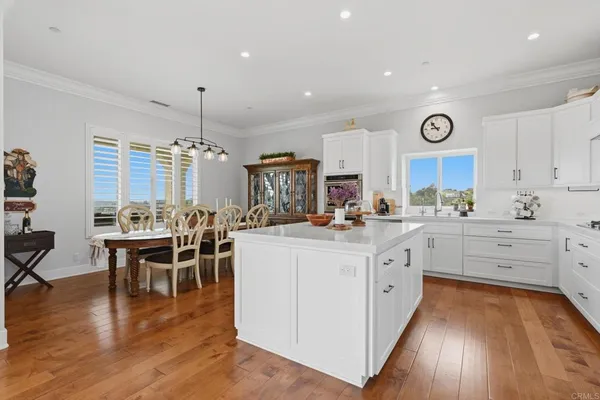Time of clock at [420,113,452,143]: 8:53
